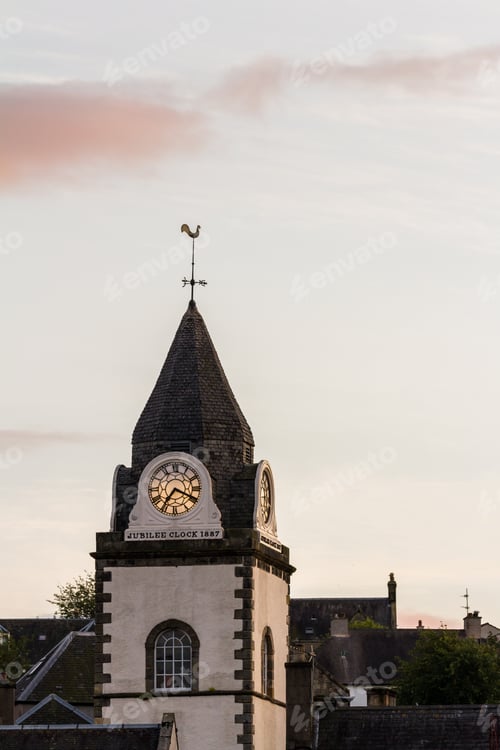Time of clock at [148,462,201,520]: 7:19
